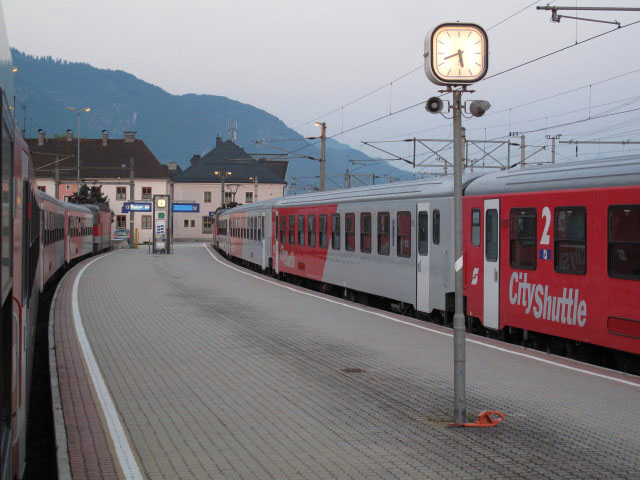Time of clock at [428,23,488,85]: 5:41
